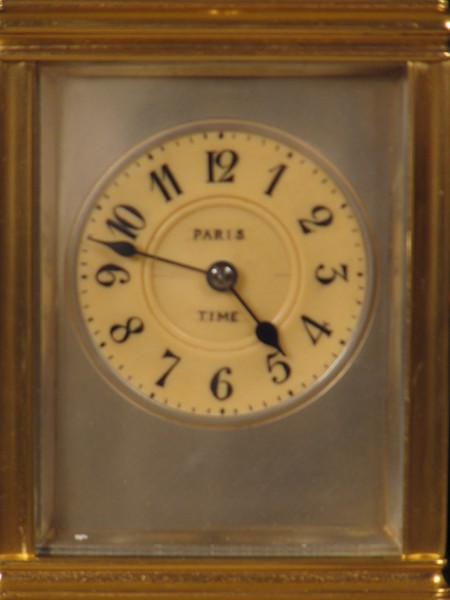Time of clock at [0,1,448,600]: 4:47
